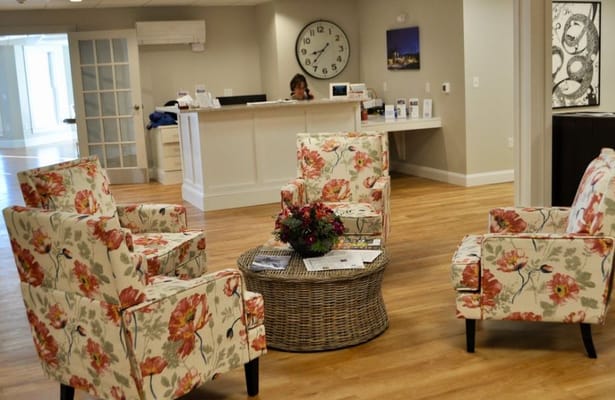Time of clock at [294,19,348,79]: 8:37
